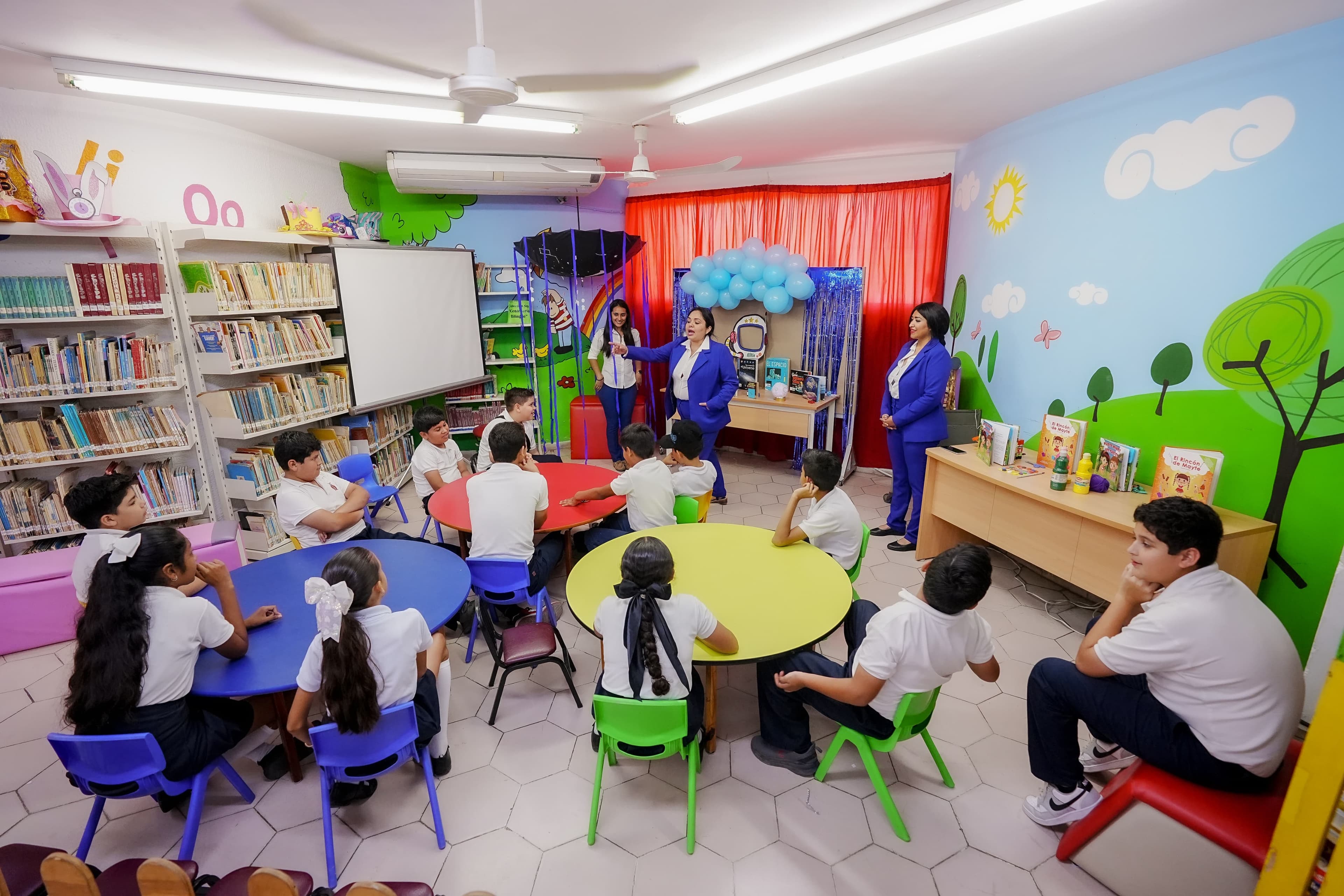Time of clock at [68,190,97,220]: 5:00
